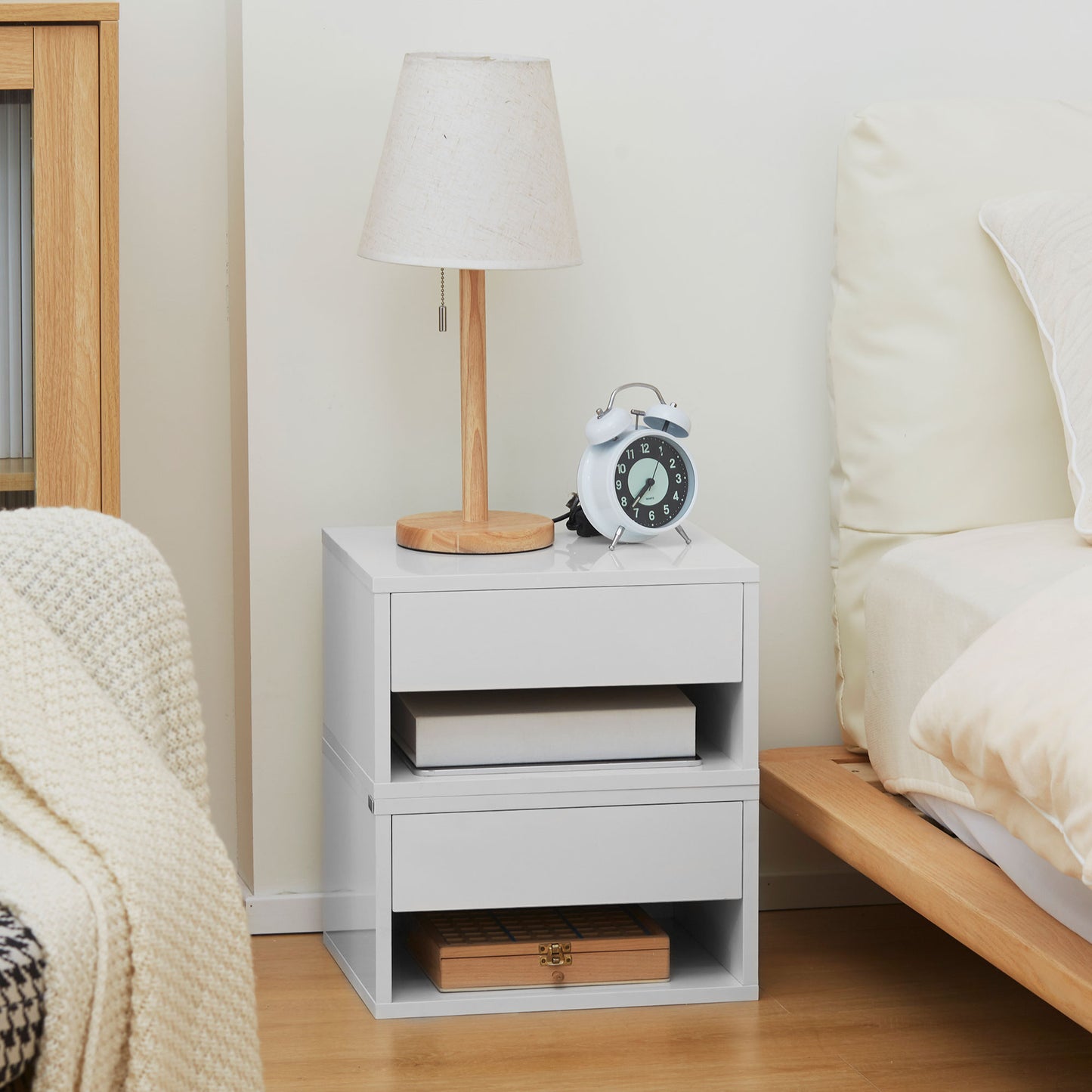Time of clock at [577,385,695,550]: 7:37
